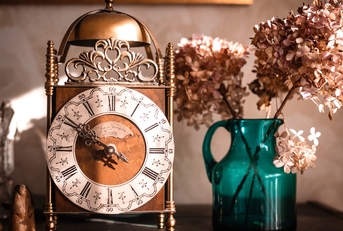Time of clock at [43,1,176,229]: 9:50
